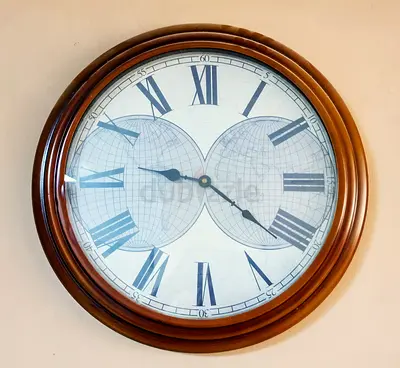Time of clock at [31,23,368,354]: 9:21
